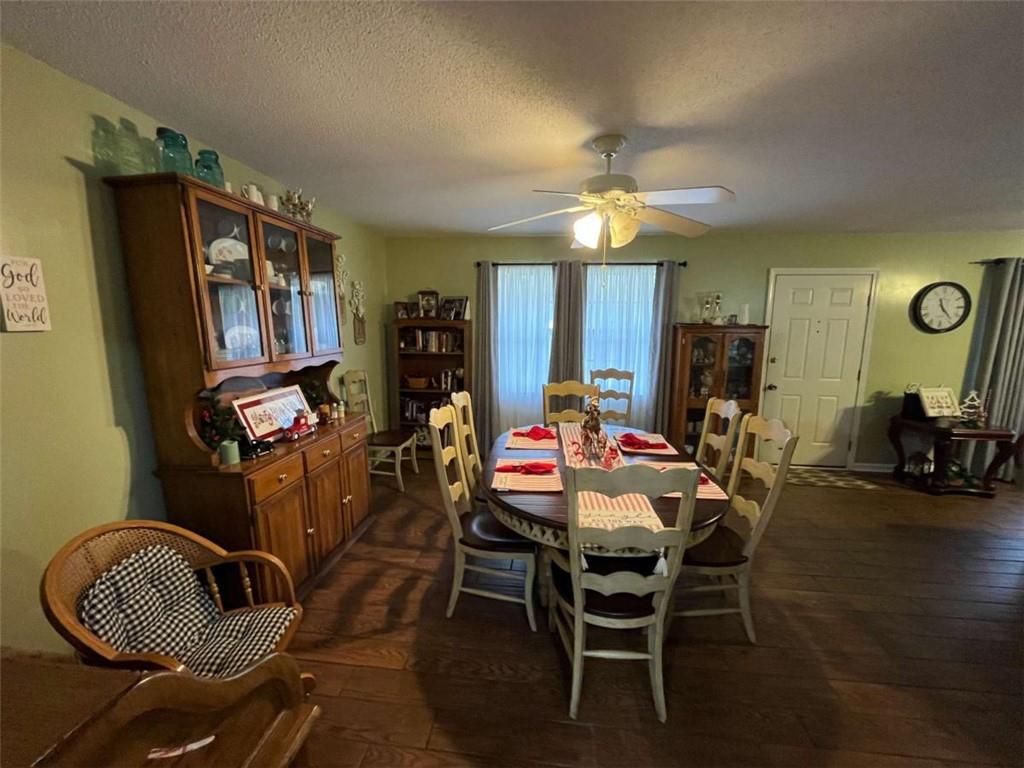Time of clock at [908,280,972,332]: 11:23
